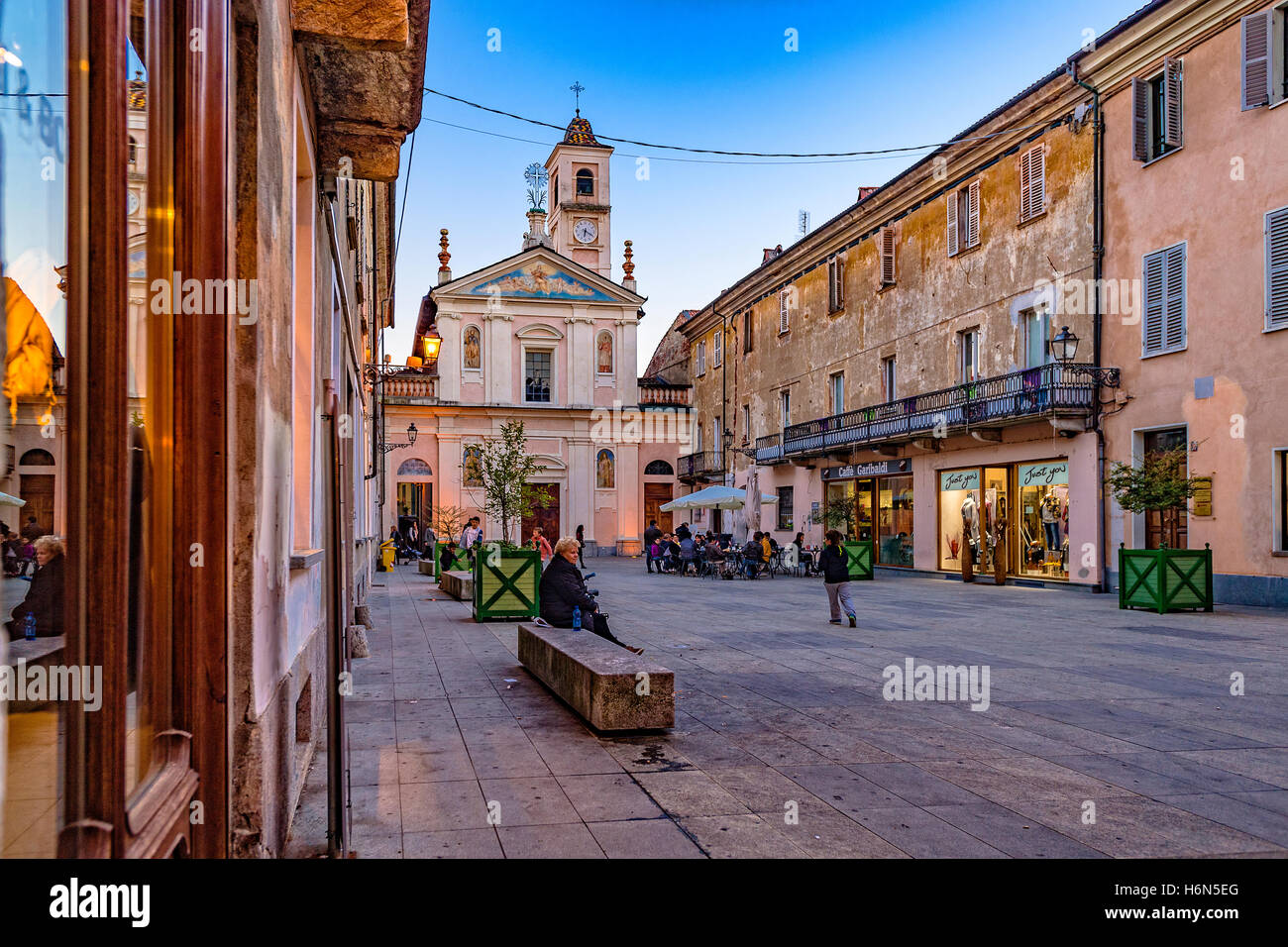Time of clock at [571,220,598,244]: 6:19
